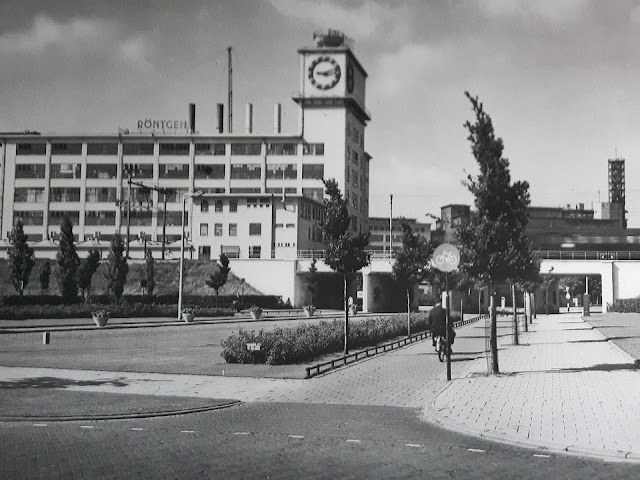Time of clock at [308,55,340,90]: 9:12
